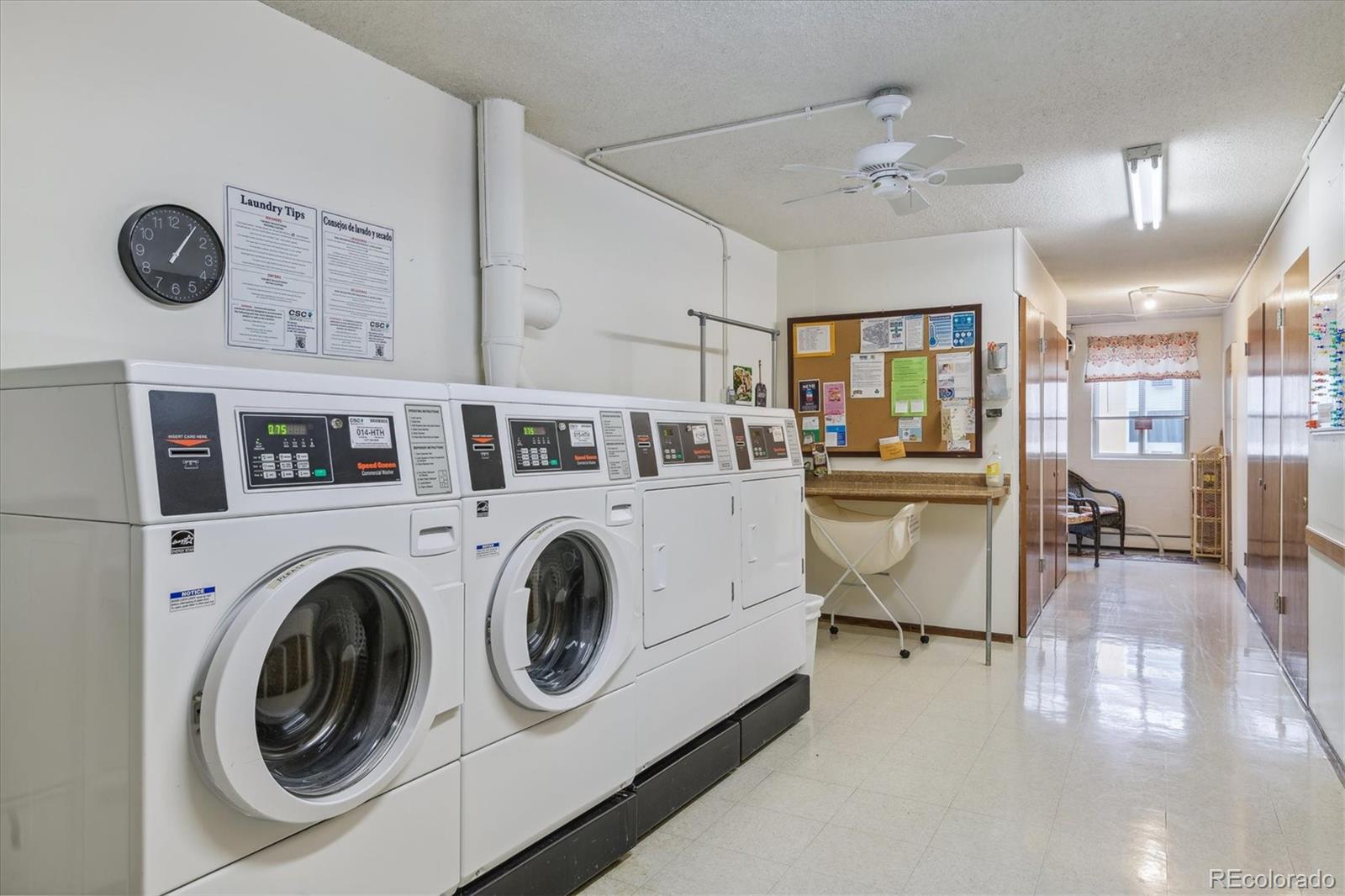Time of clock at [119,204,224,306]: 1:06
